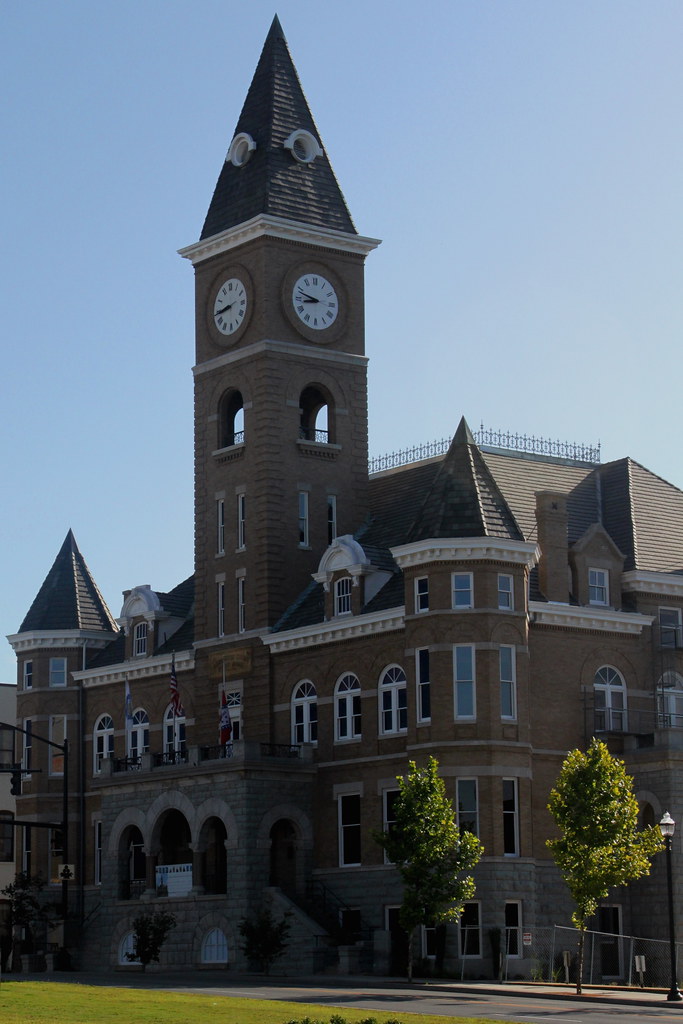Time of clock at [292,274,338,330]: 8:47
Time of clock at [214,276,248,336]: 8:44
